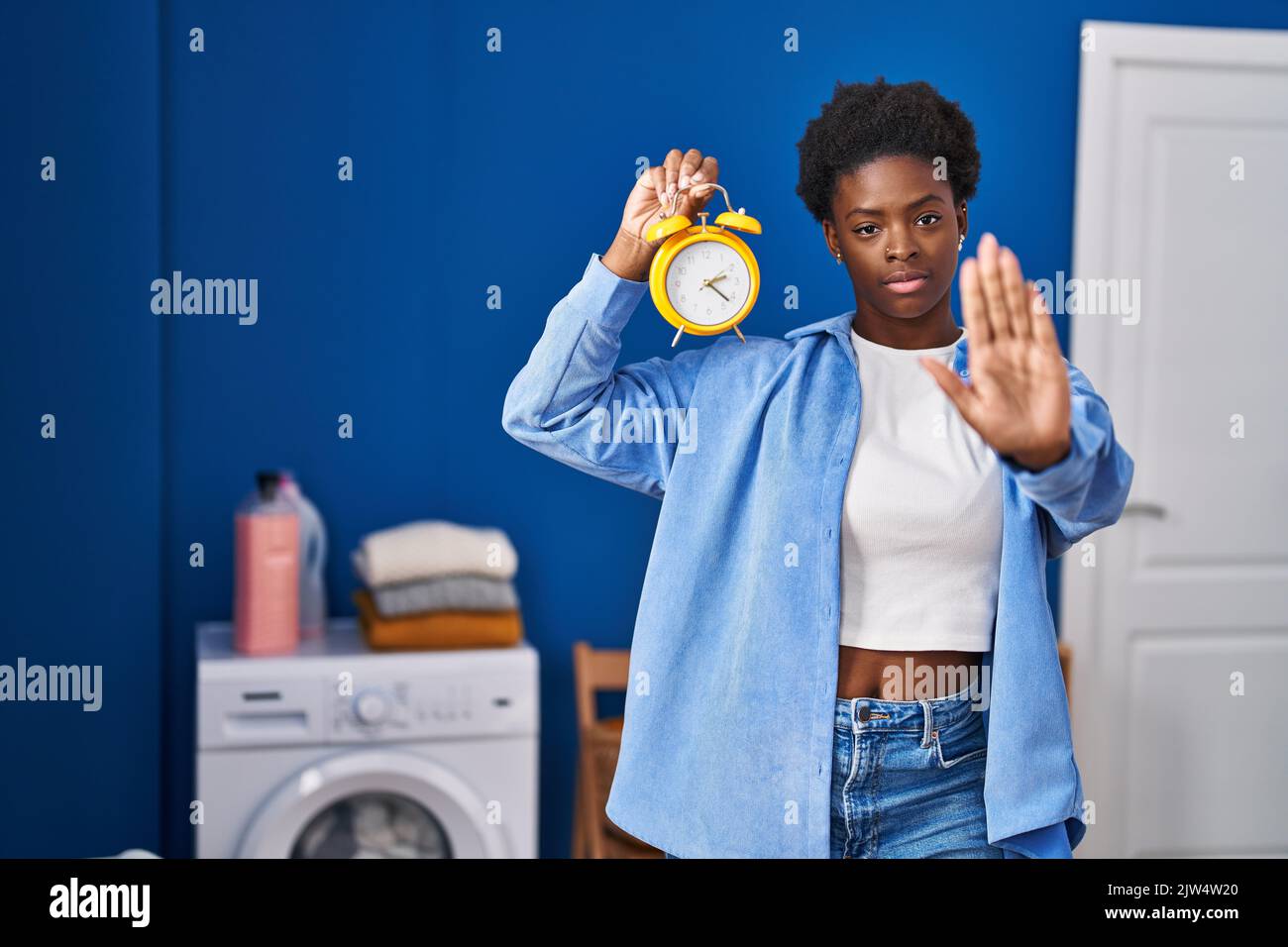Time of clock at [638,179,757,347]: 2:21
